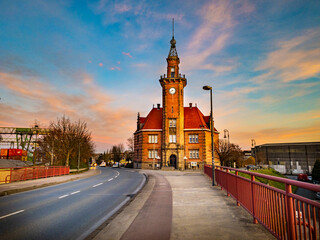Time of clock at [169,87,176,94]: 8:38
